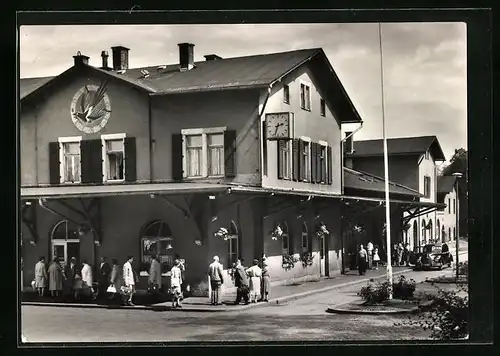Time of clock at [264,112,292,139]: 2:33
